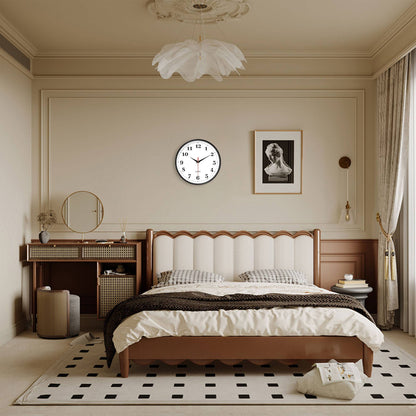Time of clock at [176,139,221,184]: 10:09
